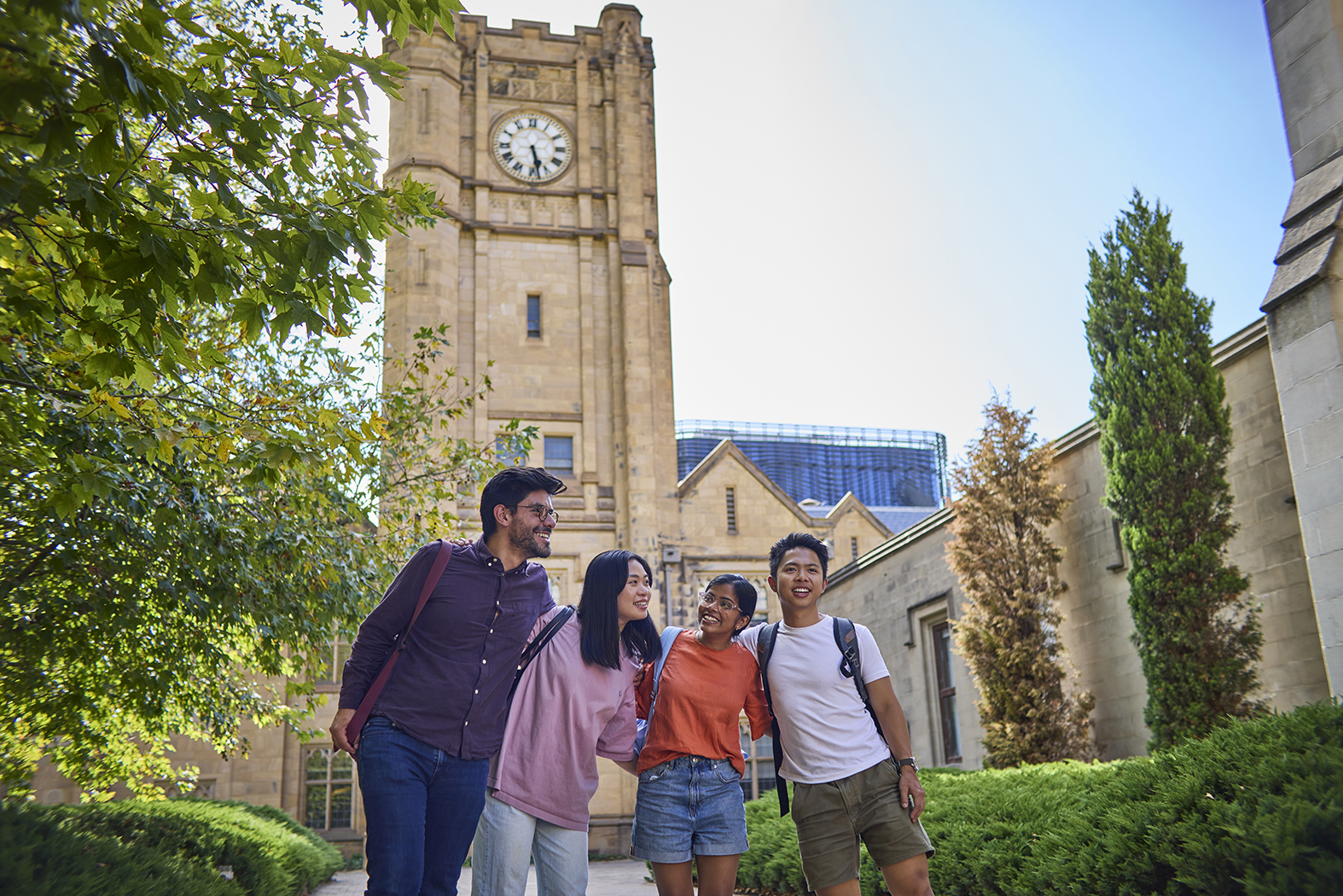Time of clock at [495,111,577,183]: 5:28
